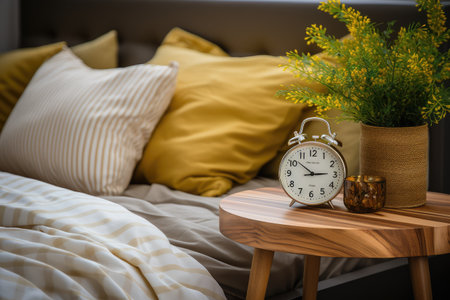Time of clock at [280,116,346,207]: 2:51
